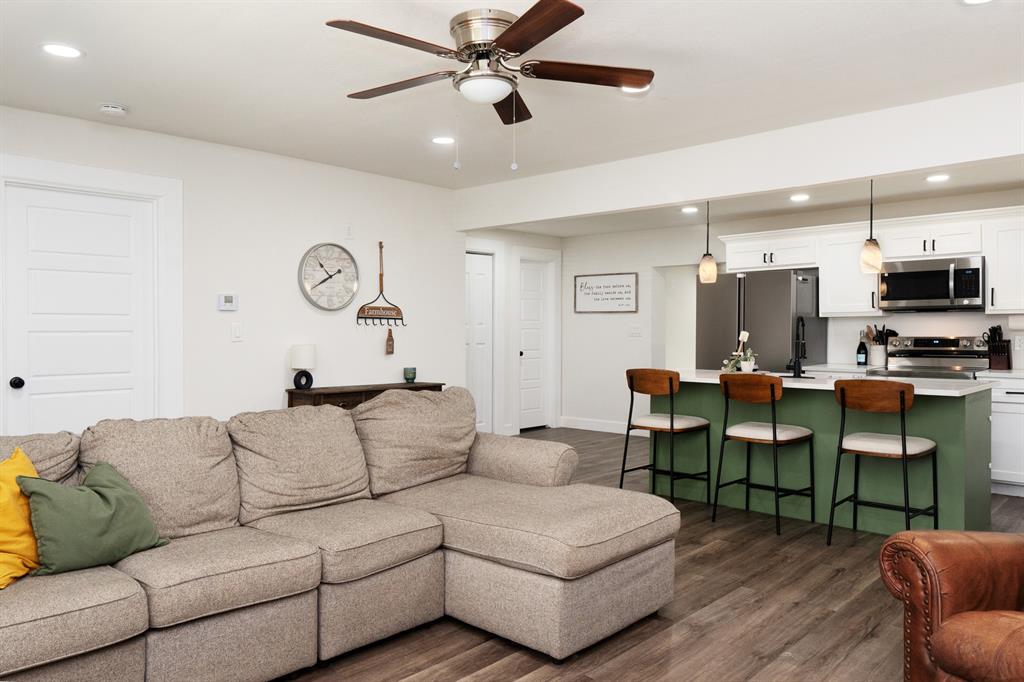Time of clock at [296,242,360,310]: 10:40
